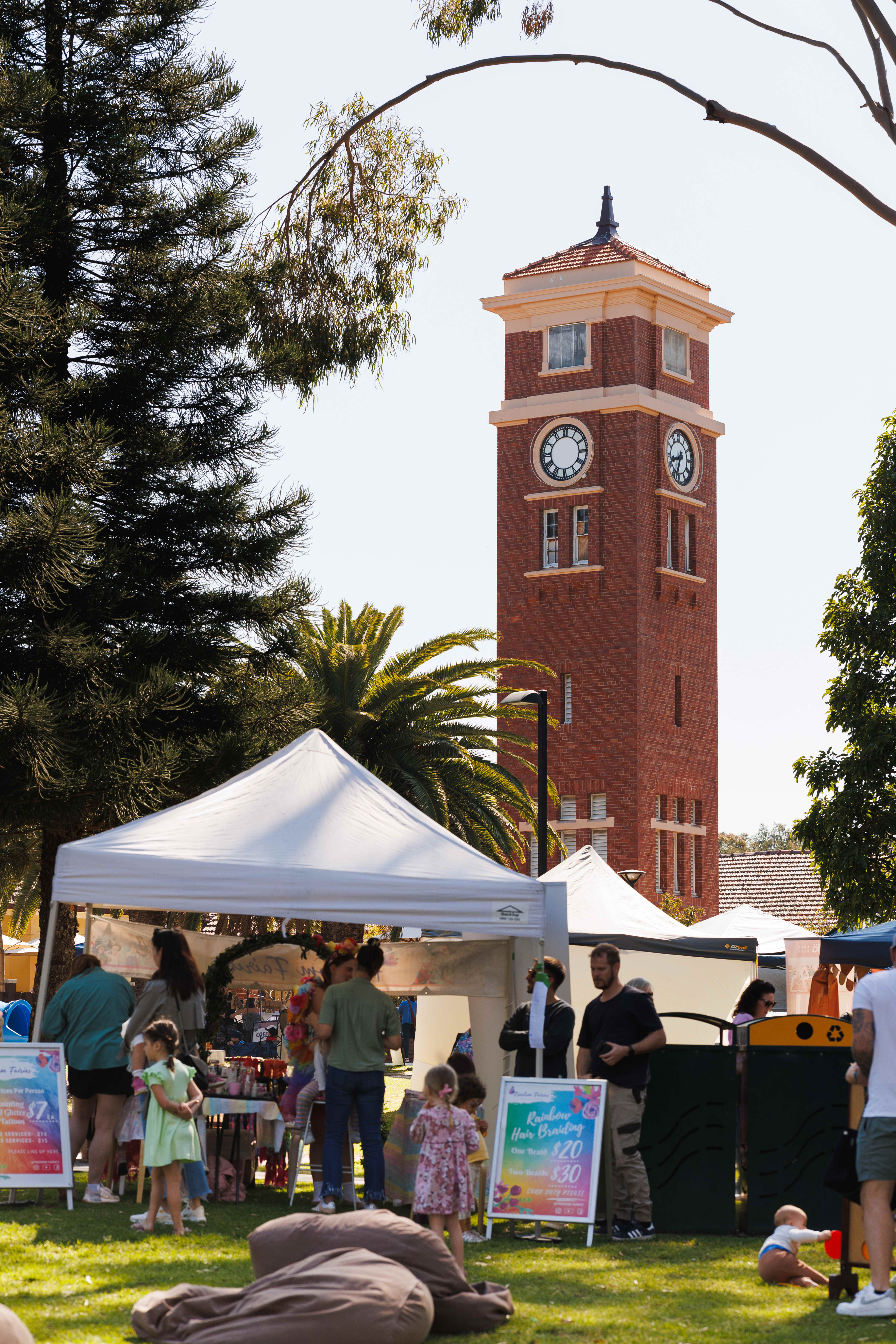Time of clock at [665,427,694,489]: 8:33
